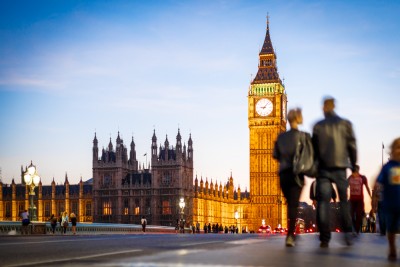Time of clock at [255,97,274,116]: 9:07
